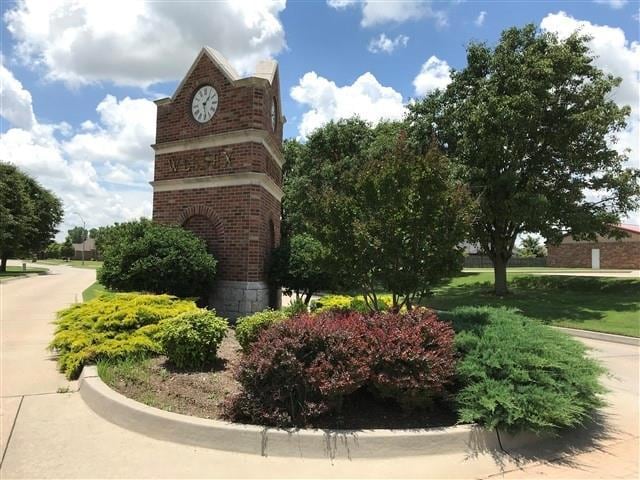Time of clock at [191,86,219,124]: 1:28
